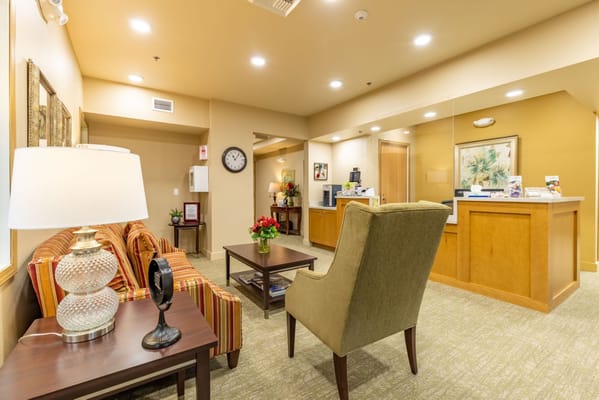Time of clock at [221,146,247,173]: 11:06
